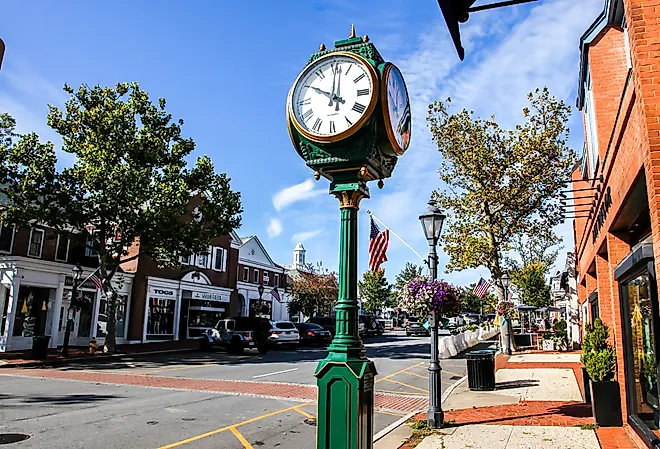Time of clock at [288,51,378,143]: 10:00
